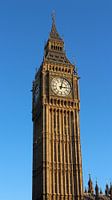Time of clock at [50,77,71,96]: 3:02
